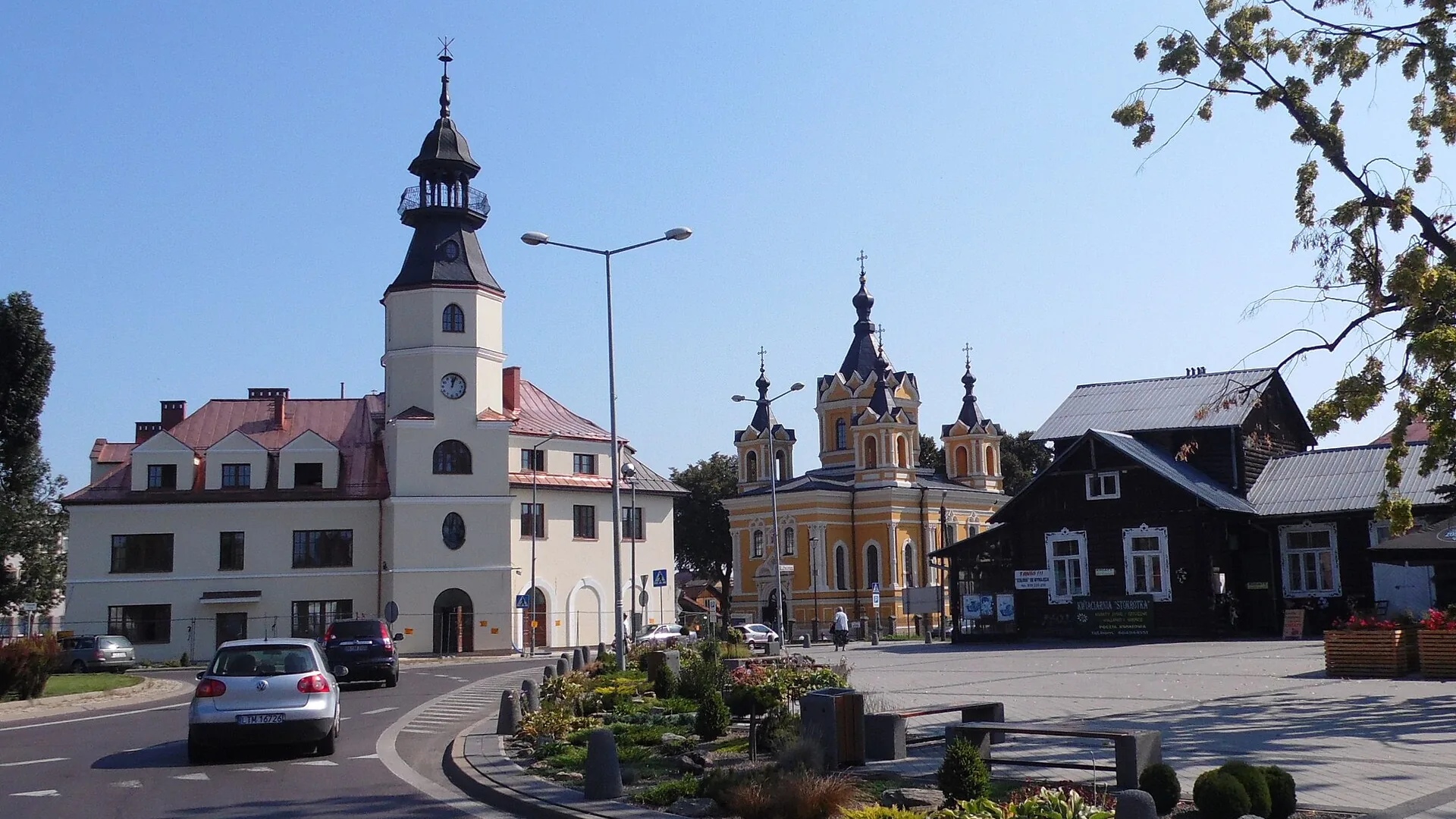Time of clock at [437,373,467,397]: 12:03
